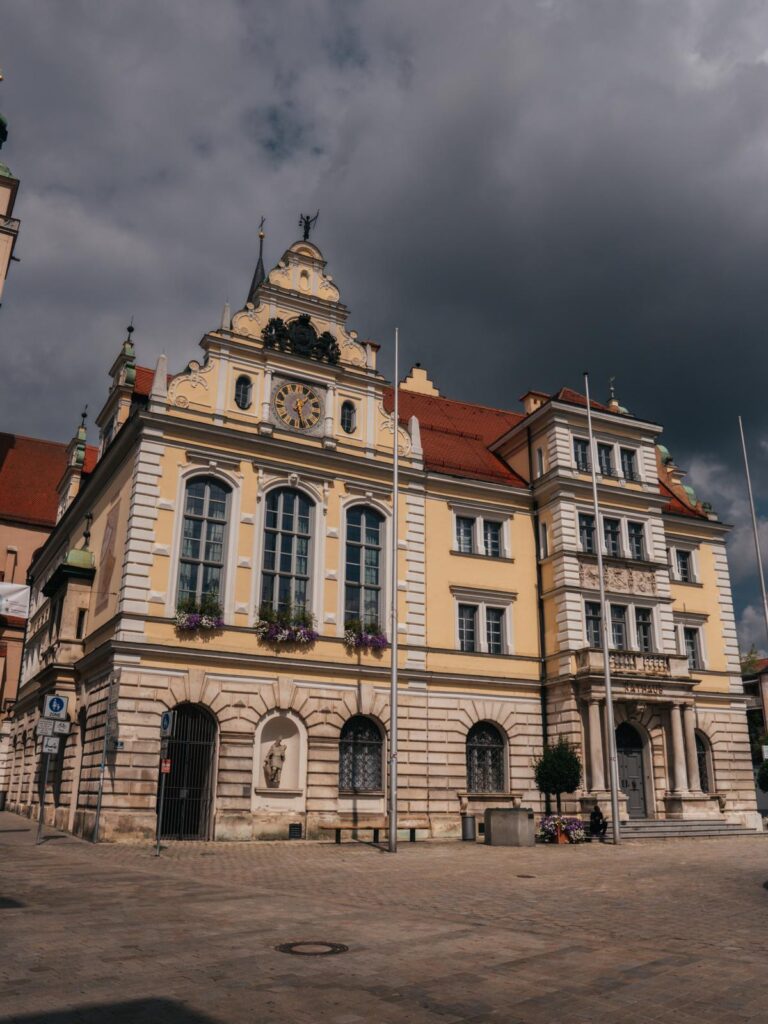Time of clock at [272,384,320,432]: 1:28
